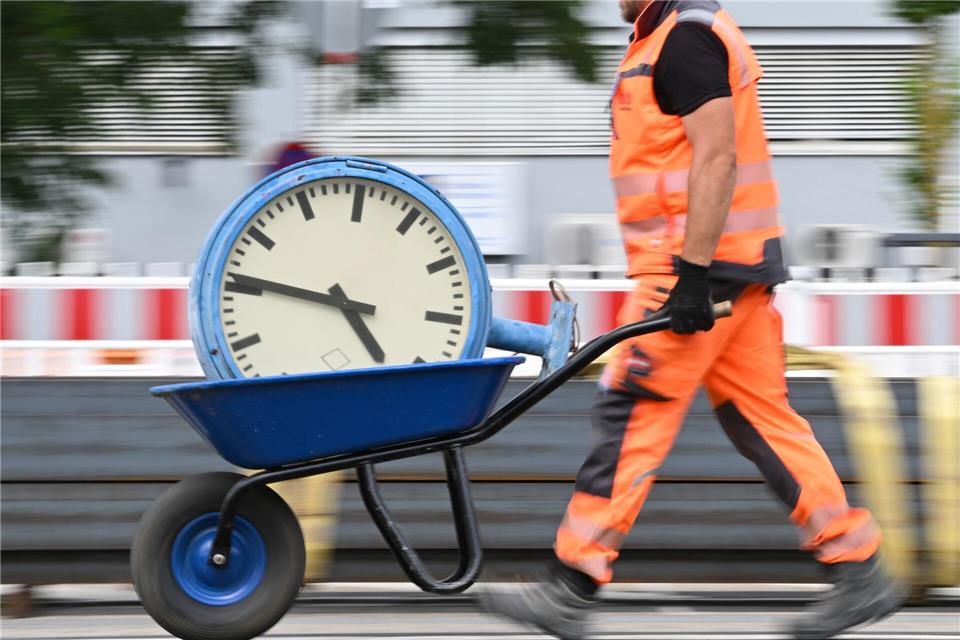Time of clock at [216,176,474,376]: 4:46
